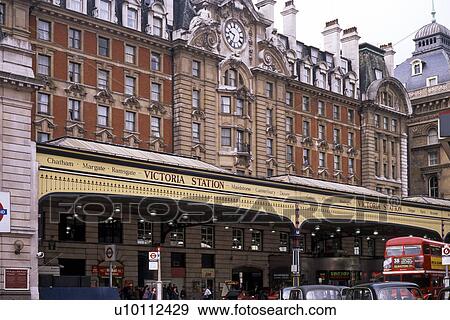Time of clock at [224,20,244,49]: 9:34
